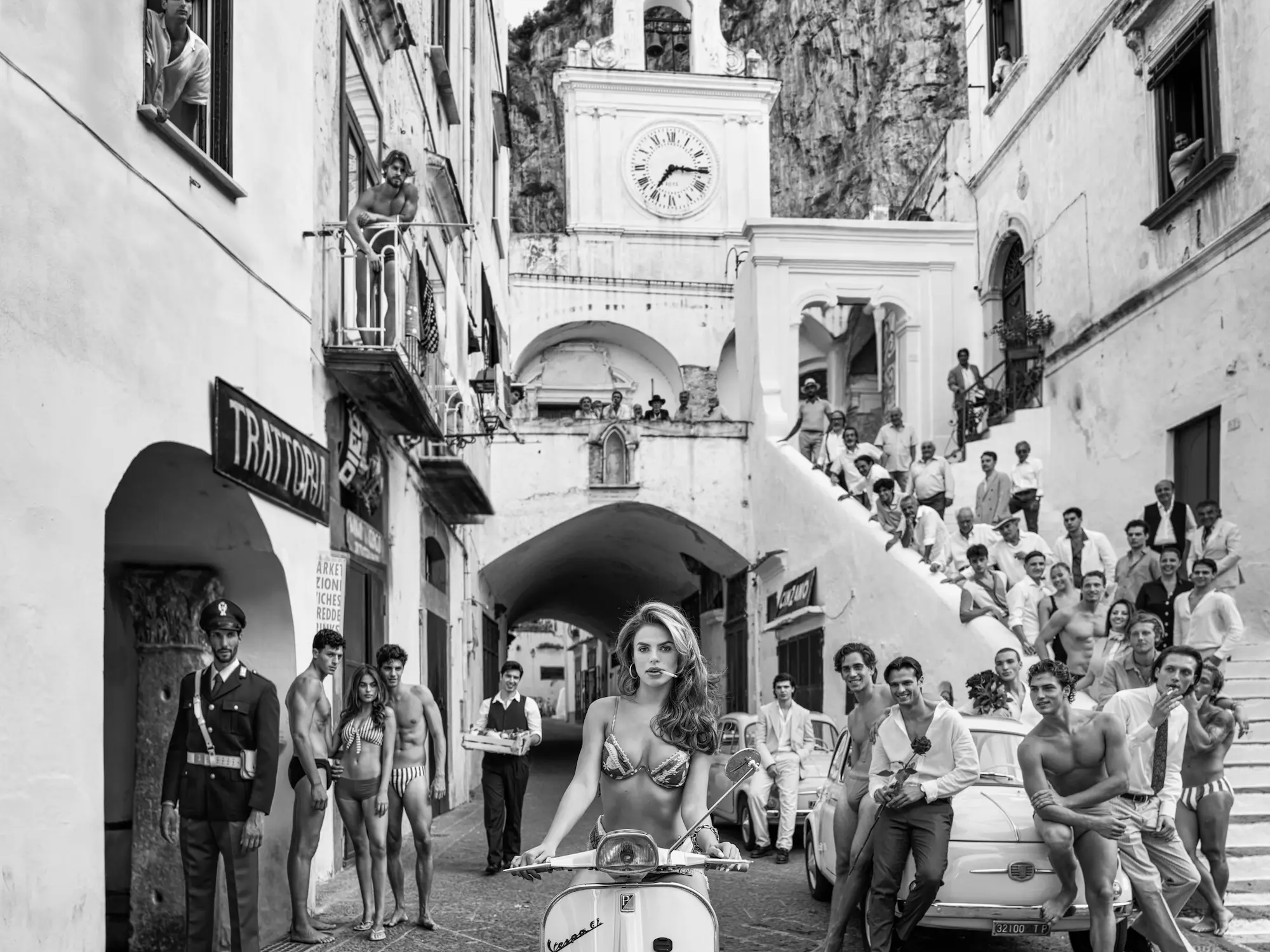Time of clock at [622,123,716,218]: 7:15
